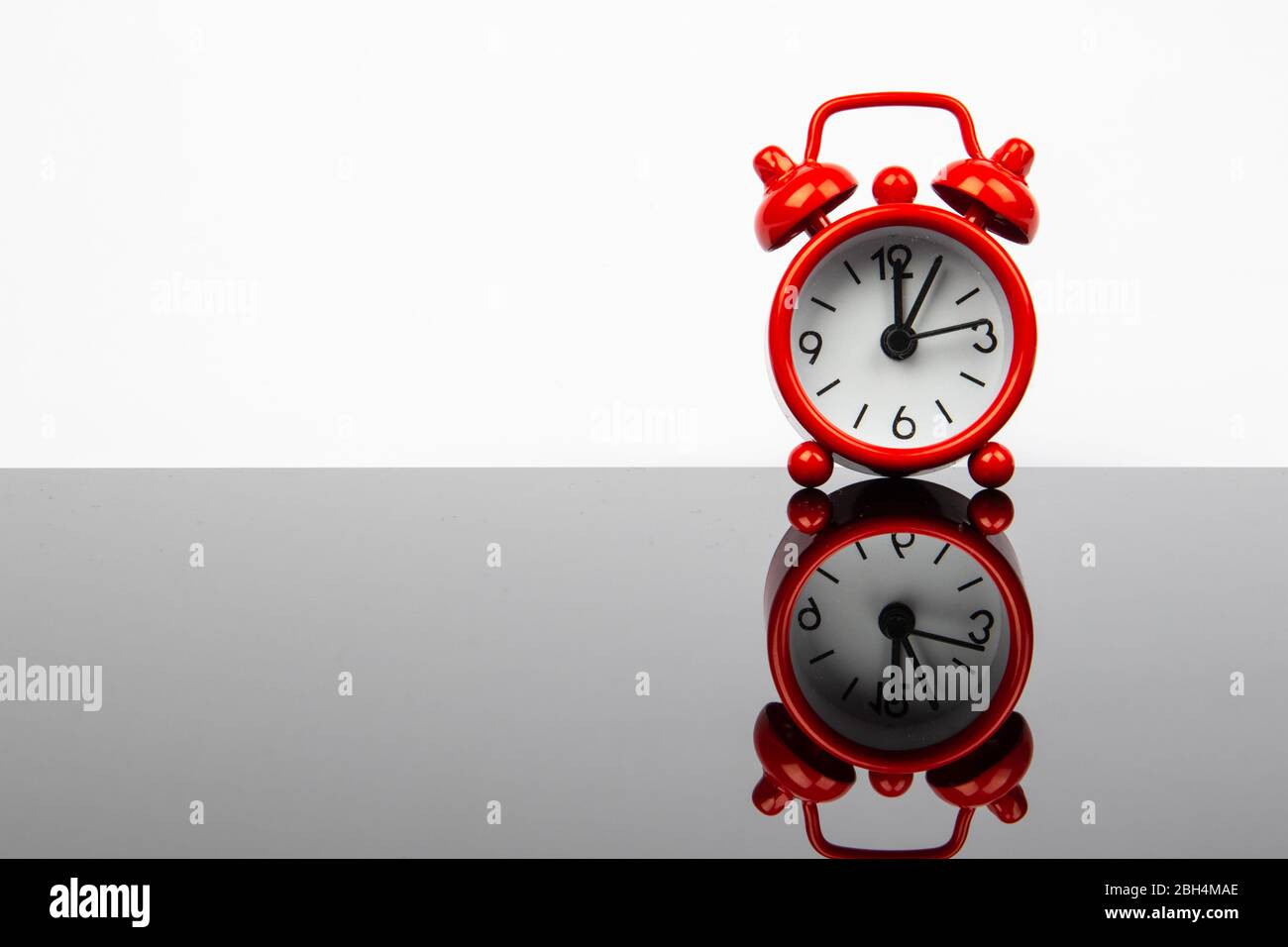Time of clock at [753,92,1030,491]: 12:05
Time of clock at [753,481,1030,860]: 6:17
